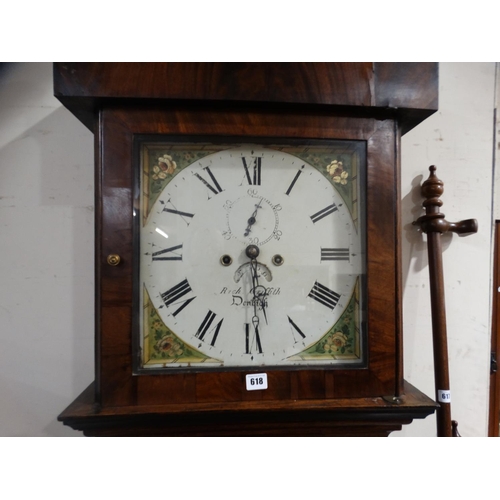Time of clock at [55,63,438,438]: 6:01
